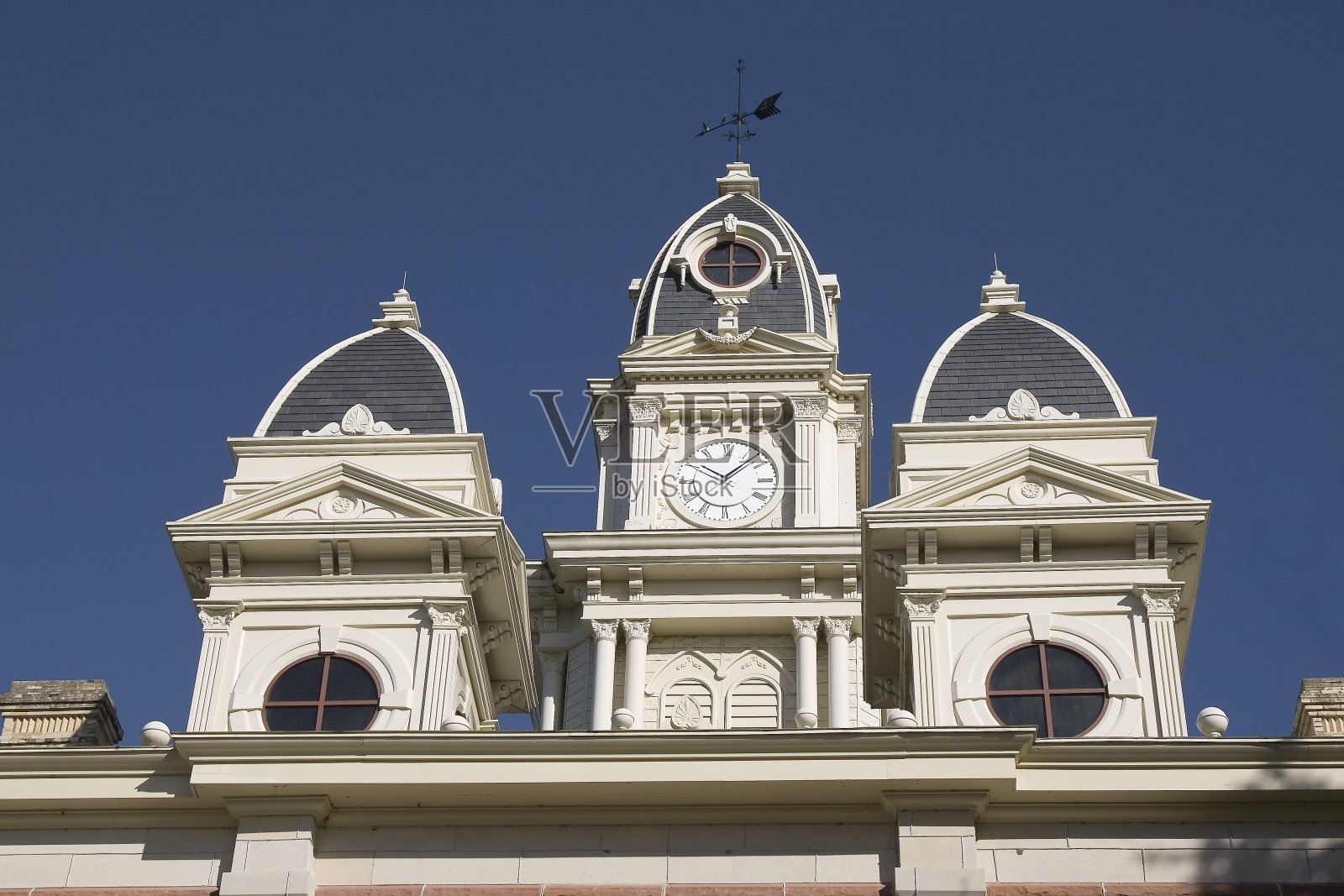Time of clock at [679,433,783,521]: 10:07
